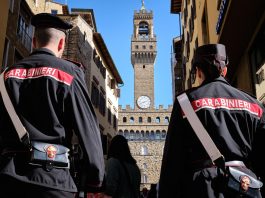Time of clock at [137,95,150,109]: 8:12
